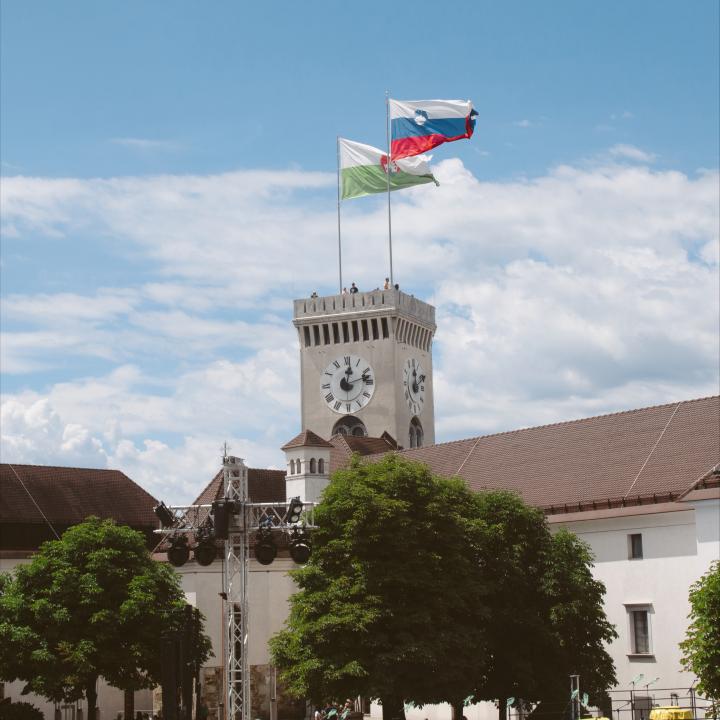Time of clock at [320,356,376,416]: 12:12
